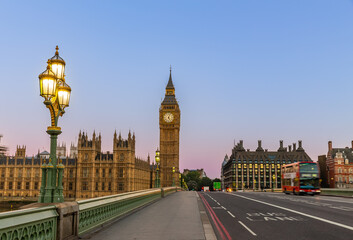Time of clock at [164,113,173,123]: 5:03
